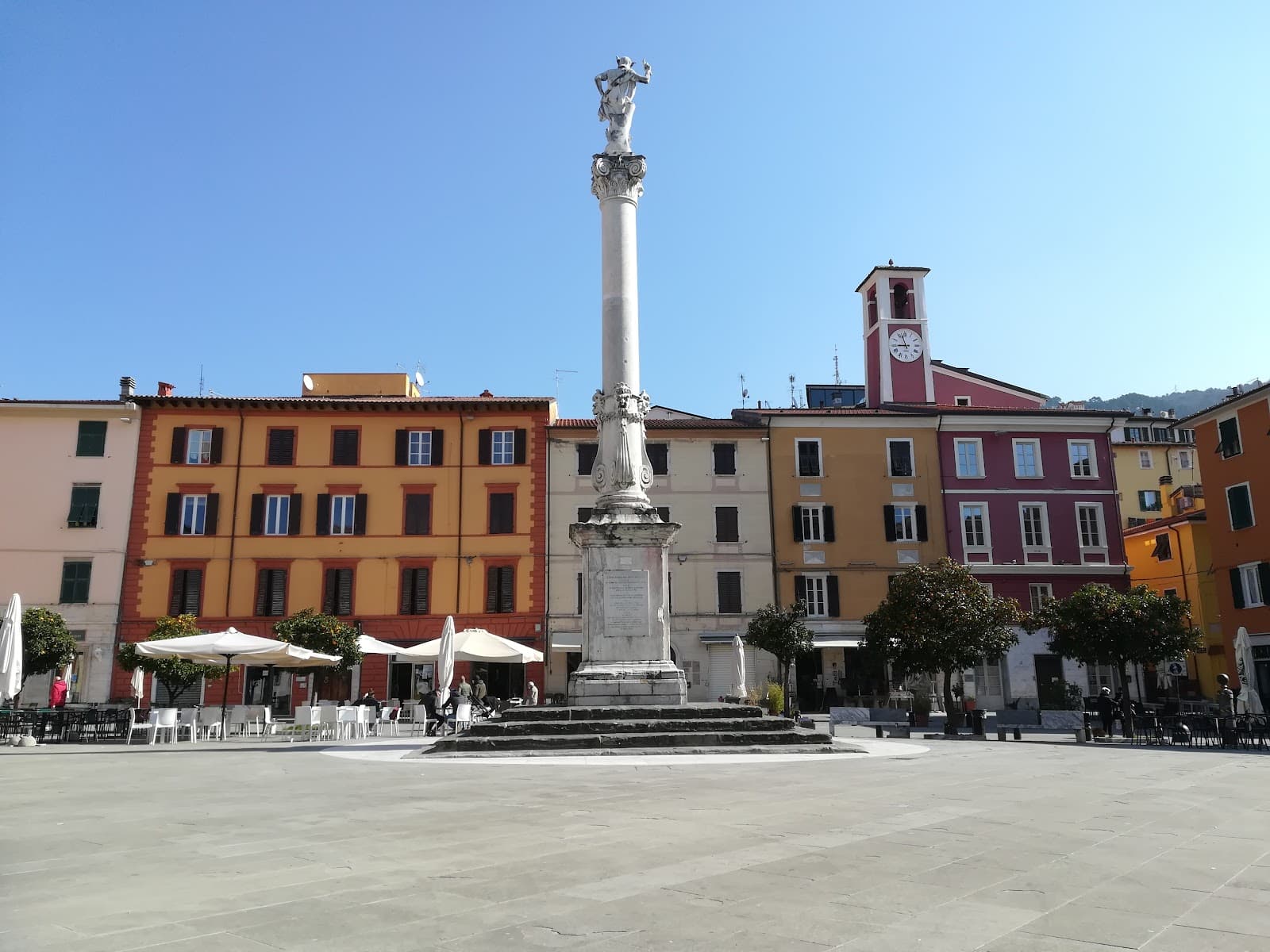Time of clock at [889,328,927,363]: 8:56
